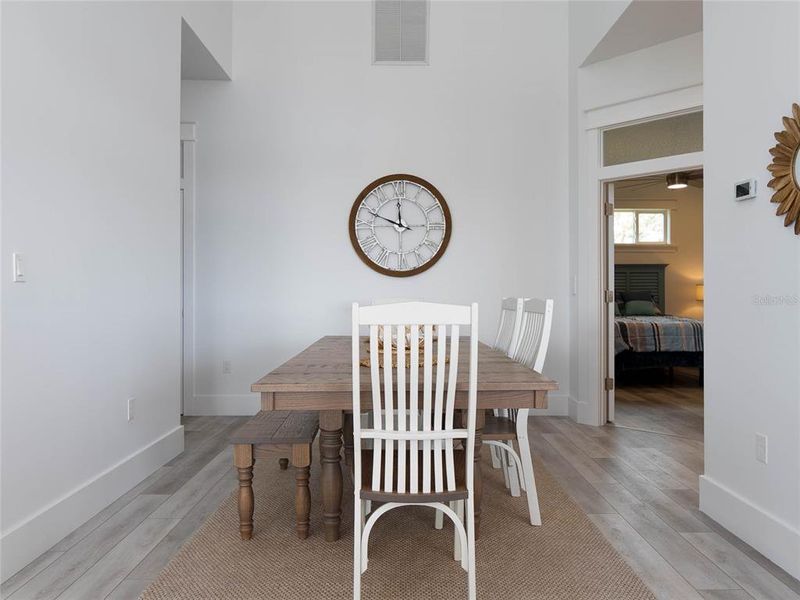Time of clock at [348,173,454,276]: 11:48
